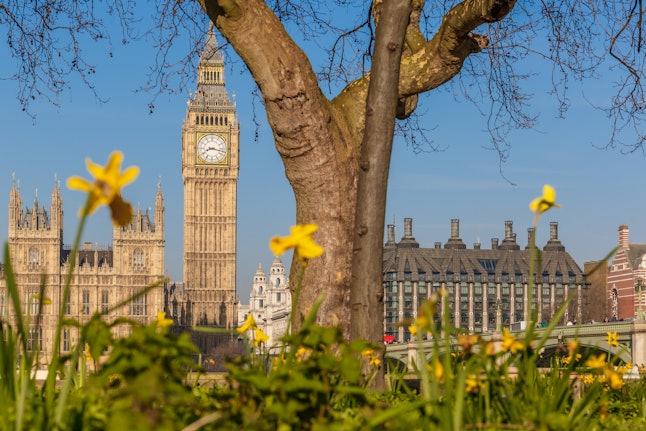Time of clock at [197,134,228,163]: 8:17
